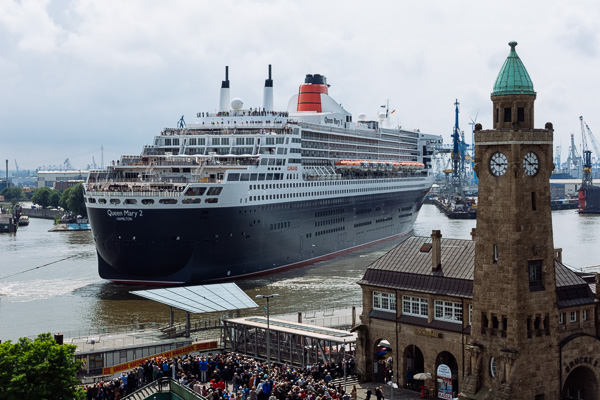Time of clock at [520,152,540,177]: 2:50
